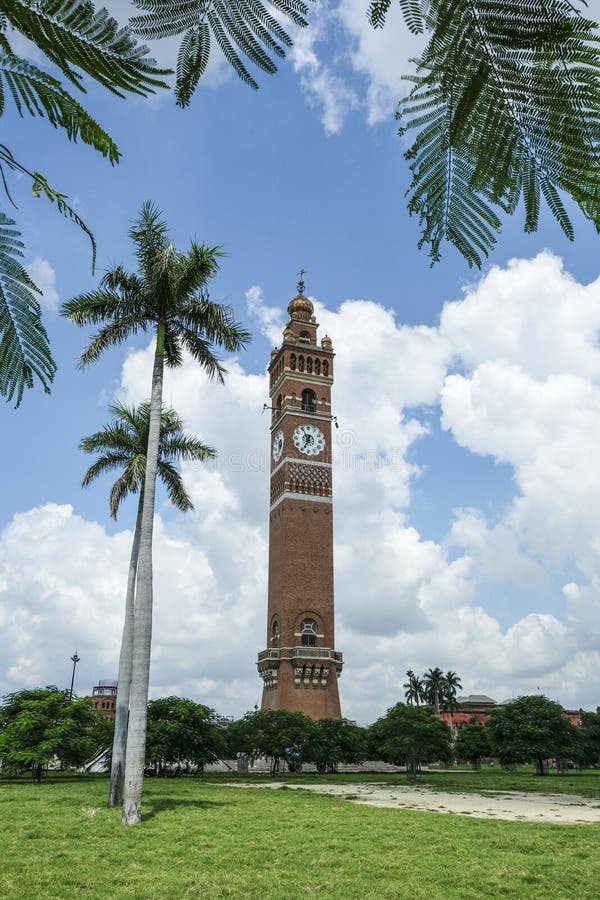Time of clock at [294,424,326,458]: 6:55
